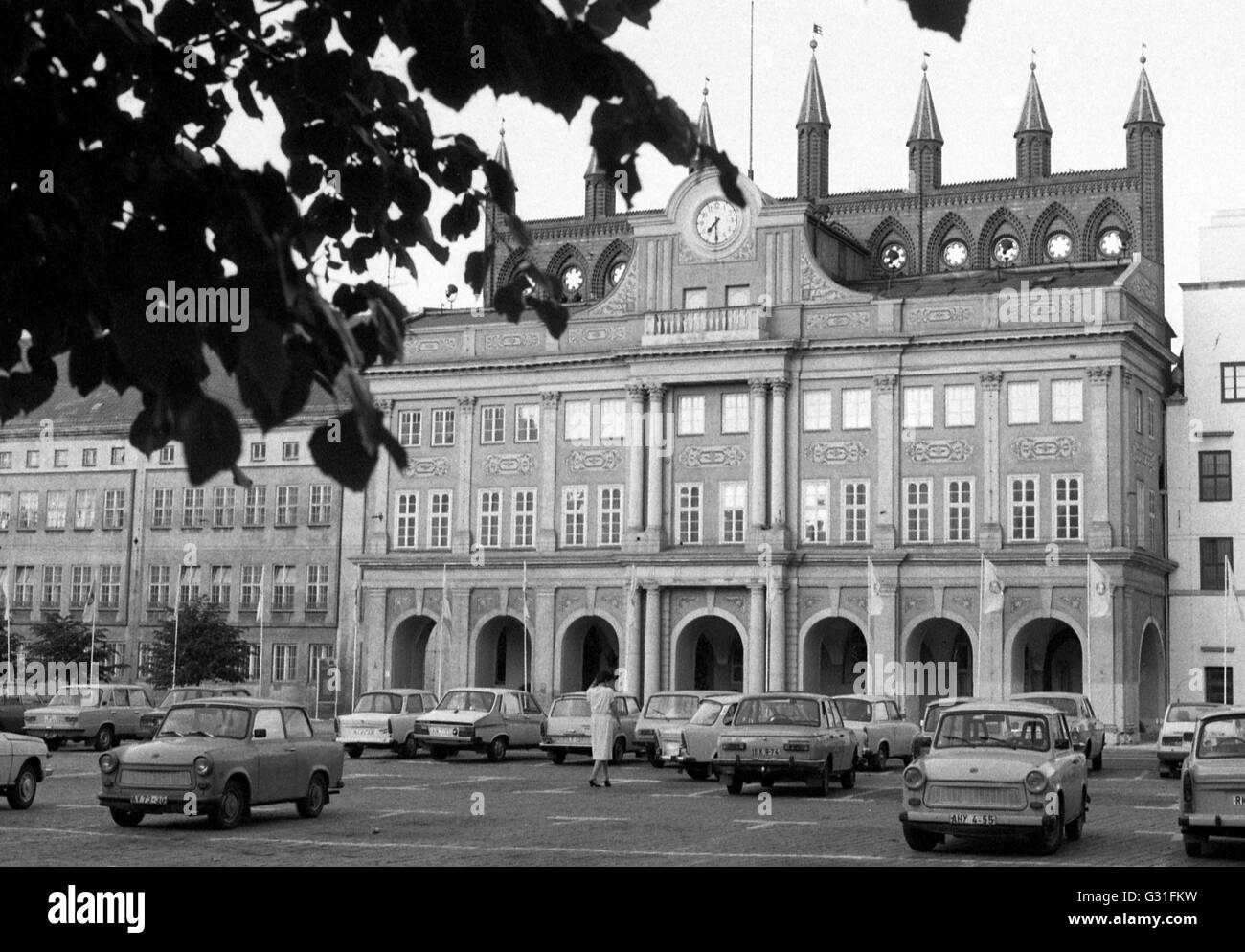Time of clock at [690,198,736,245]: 7:30
